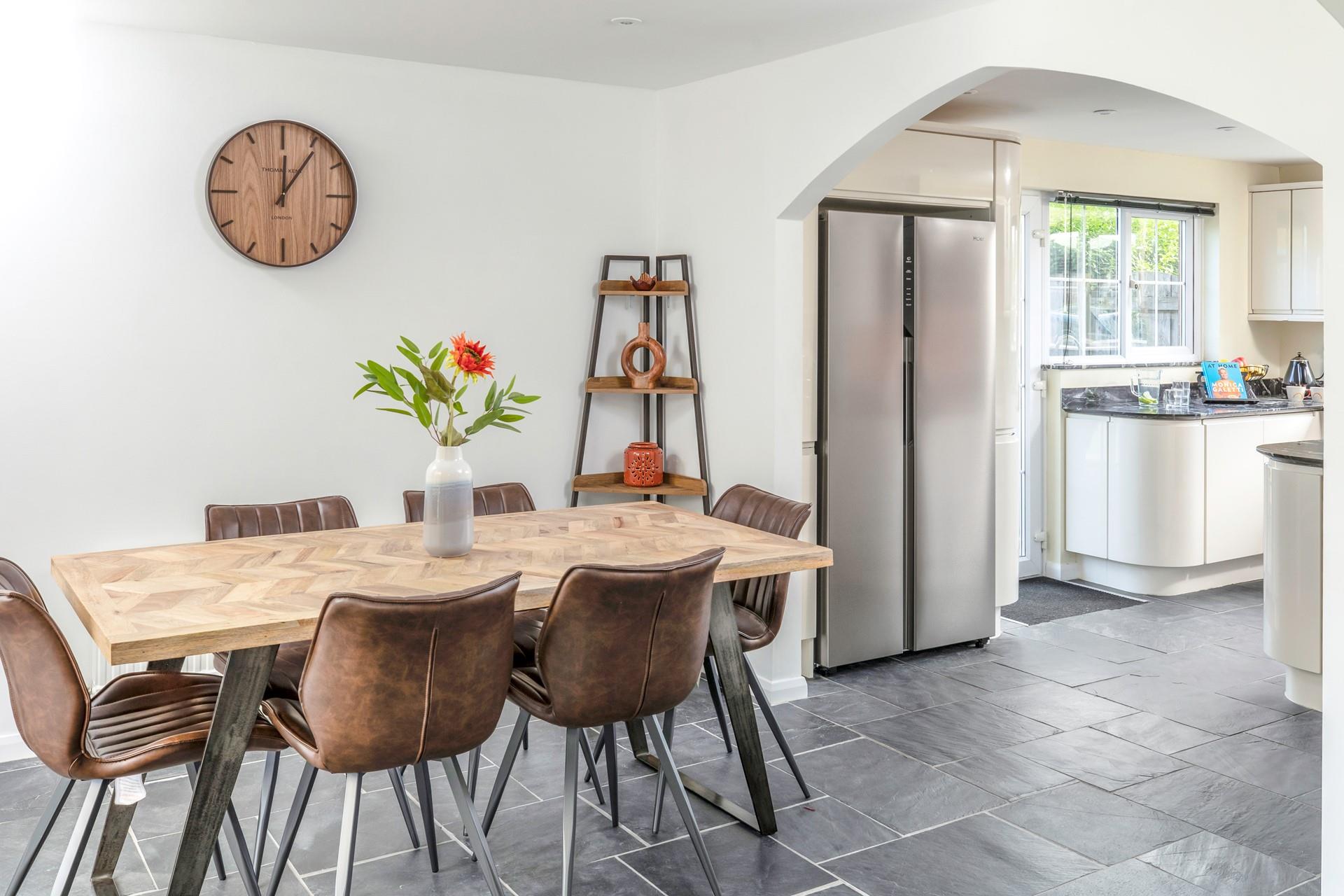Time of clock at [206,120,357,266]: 12:05
